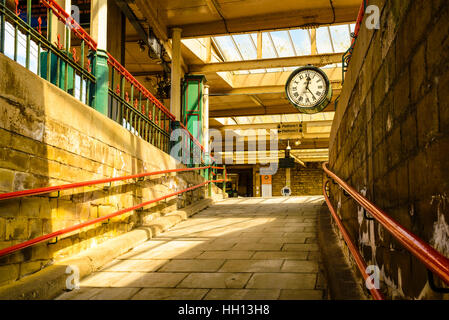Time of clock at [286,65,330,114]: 12:23
